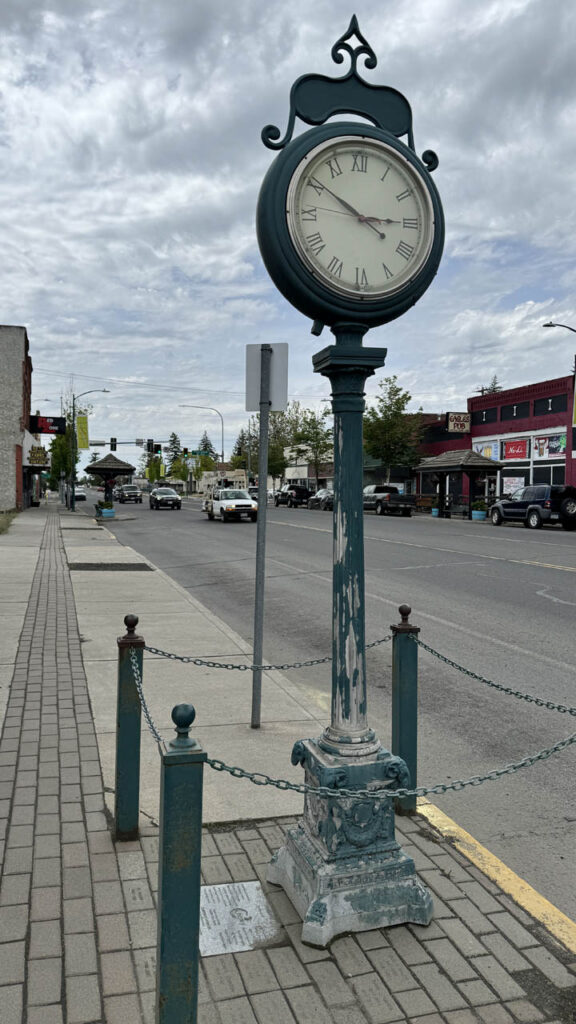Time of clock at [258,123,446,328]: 2:50
